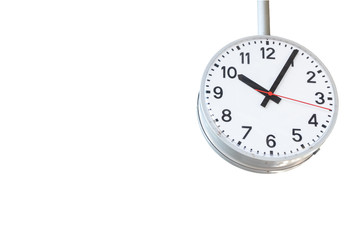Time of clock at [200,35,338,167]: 10:04
